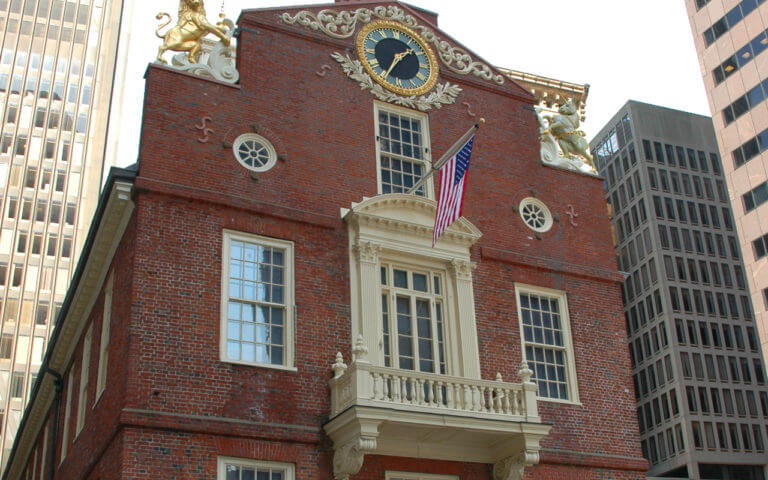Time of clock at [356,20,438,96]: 1:34
